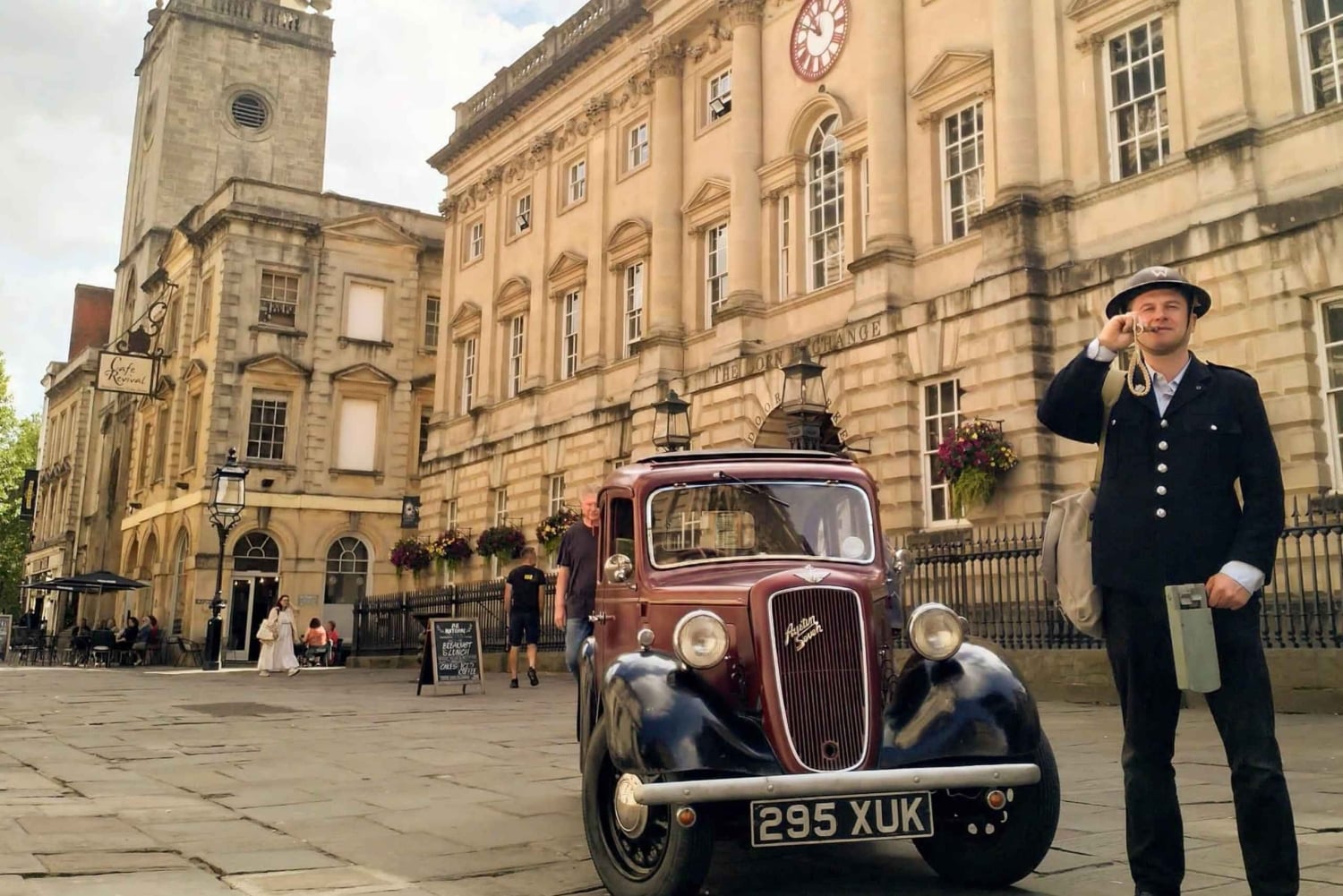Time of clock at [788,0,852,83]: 10:50
